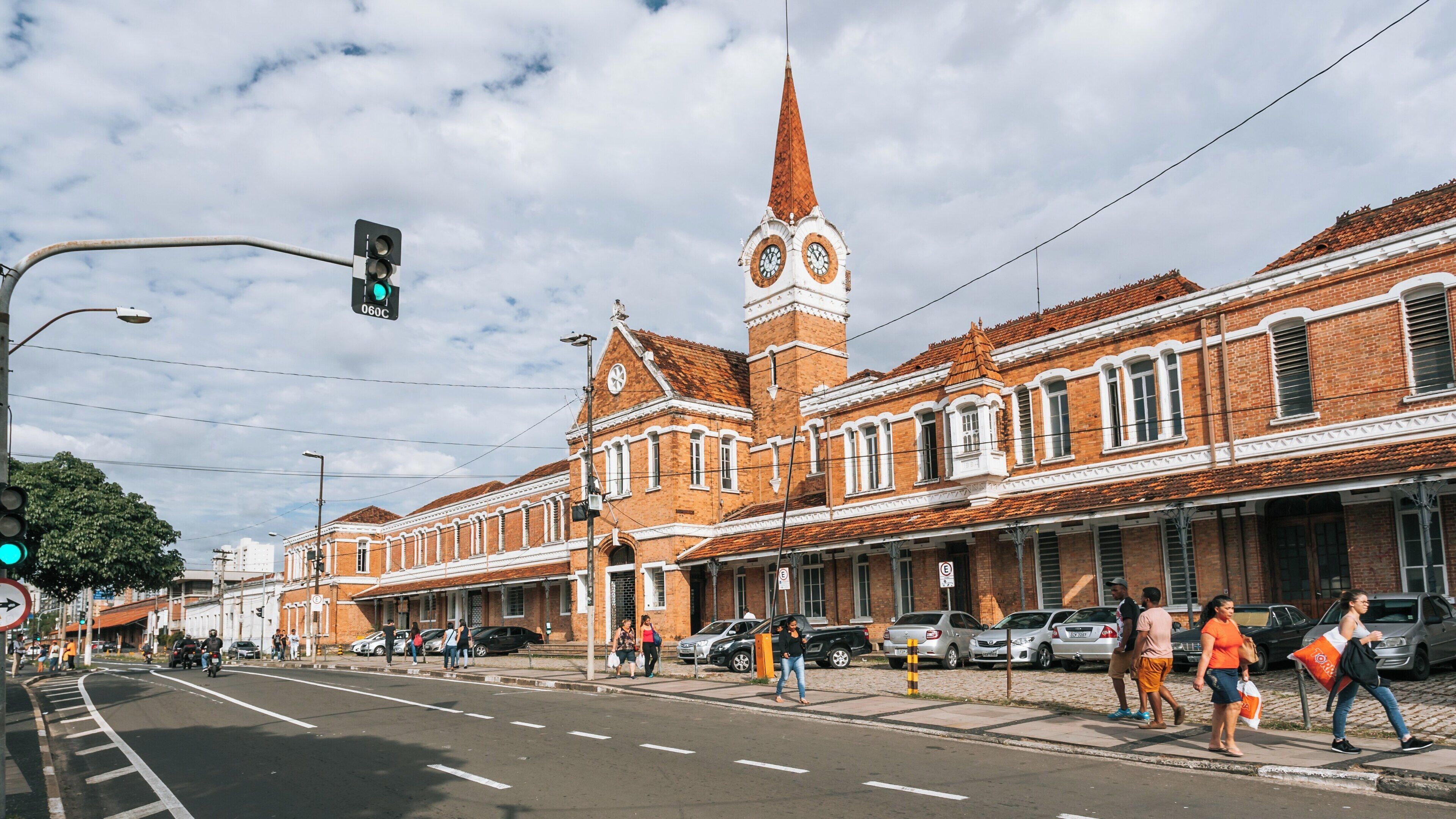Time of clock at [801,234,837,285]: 12:52
